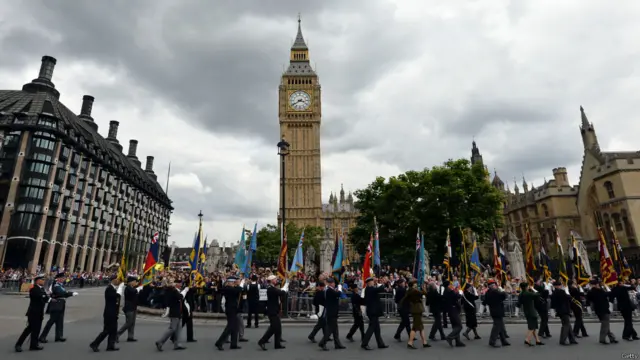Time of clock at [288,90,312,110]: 3:39
